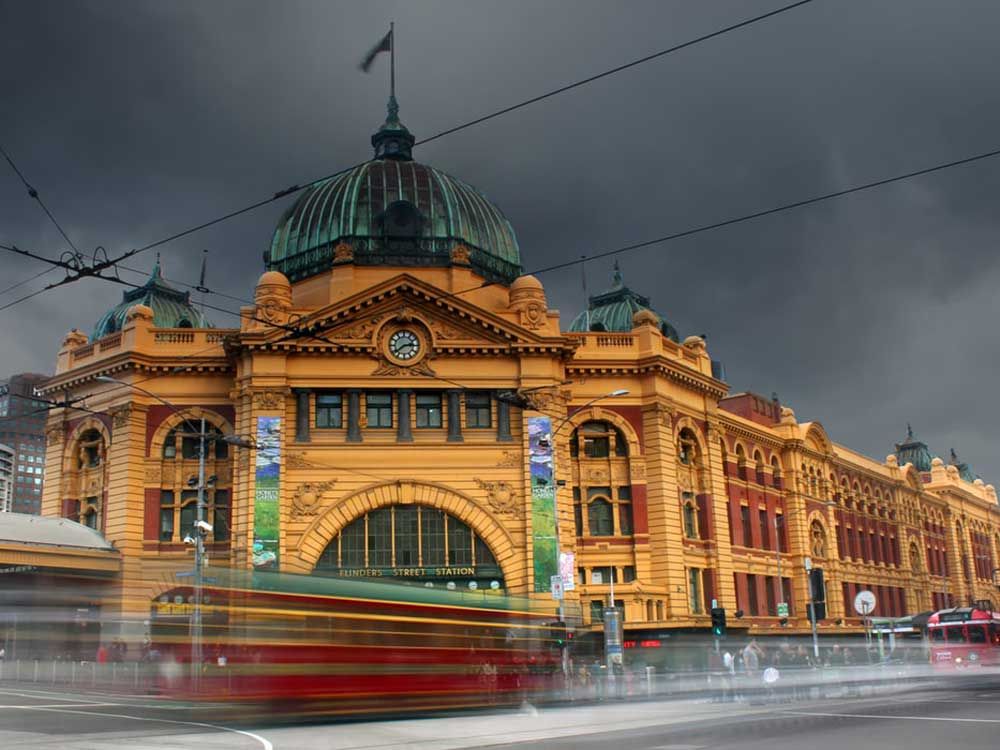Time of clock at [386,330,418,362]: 2:38
